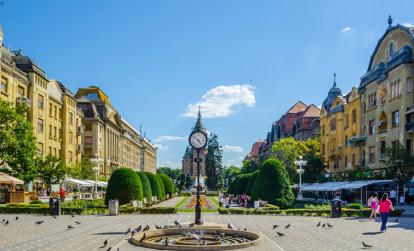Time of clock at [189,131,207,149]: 4:50
